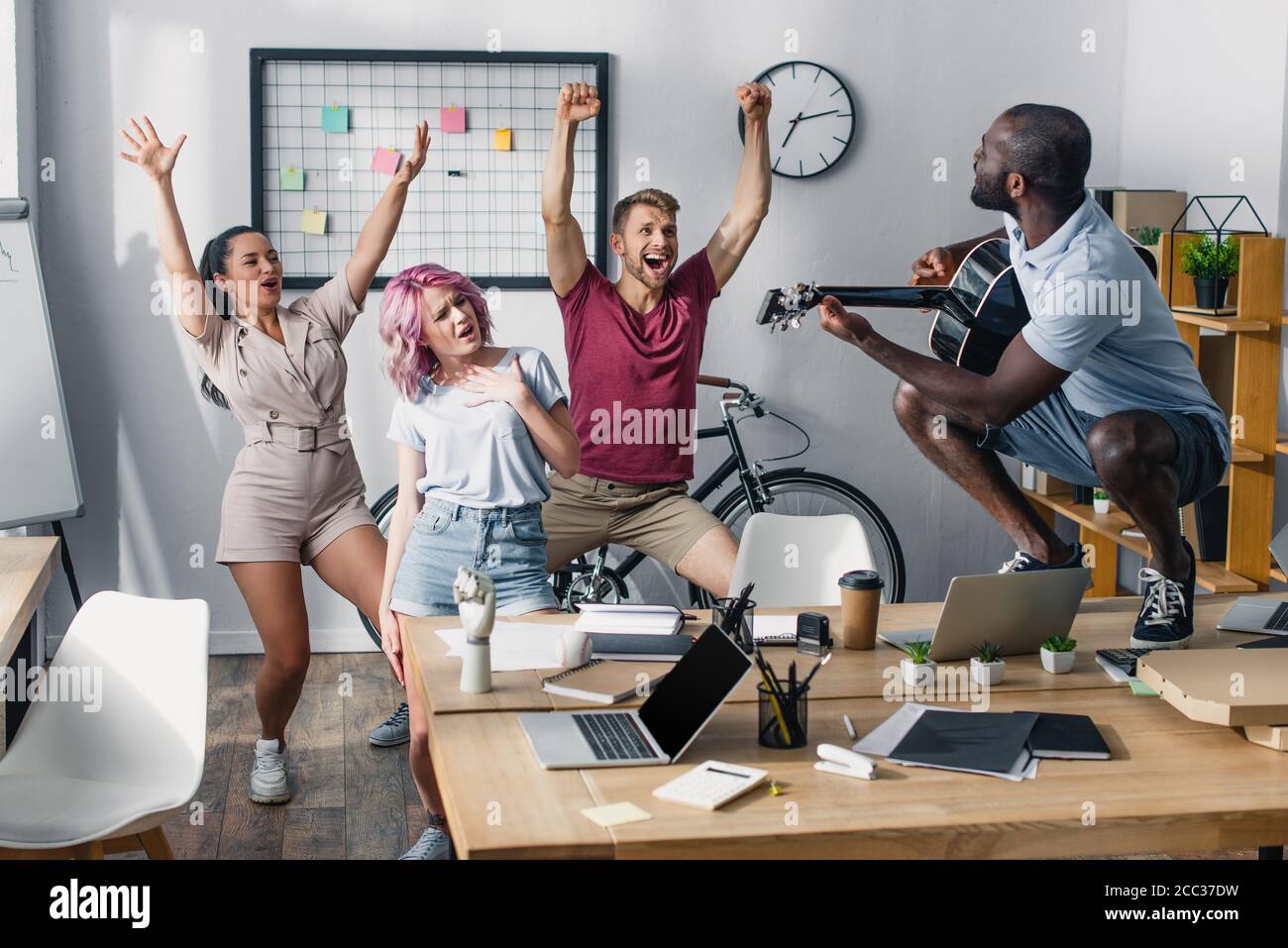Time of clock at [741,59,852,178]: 7:13
